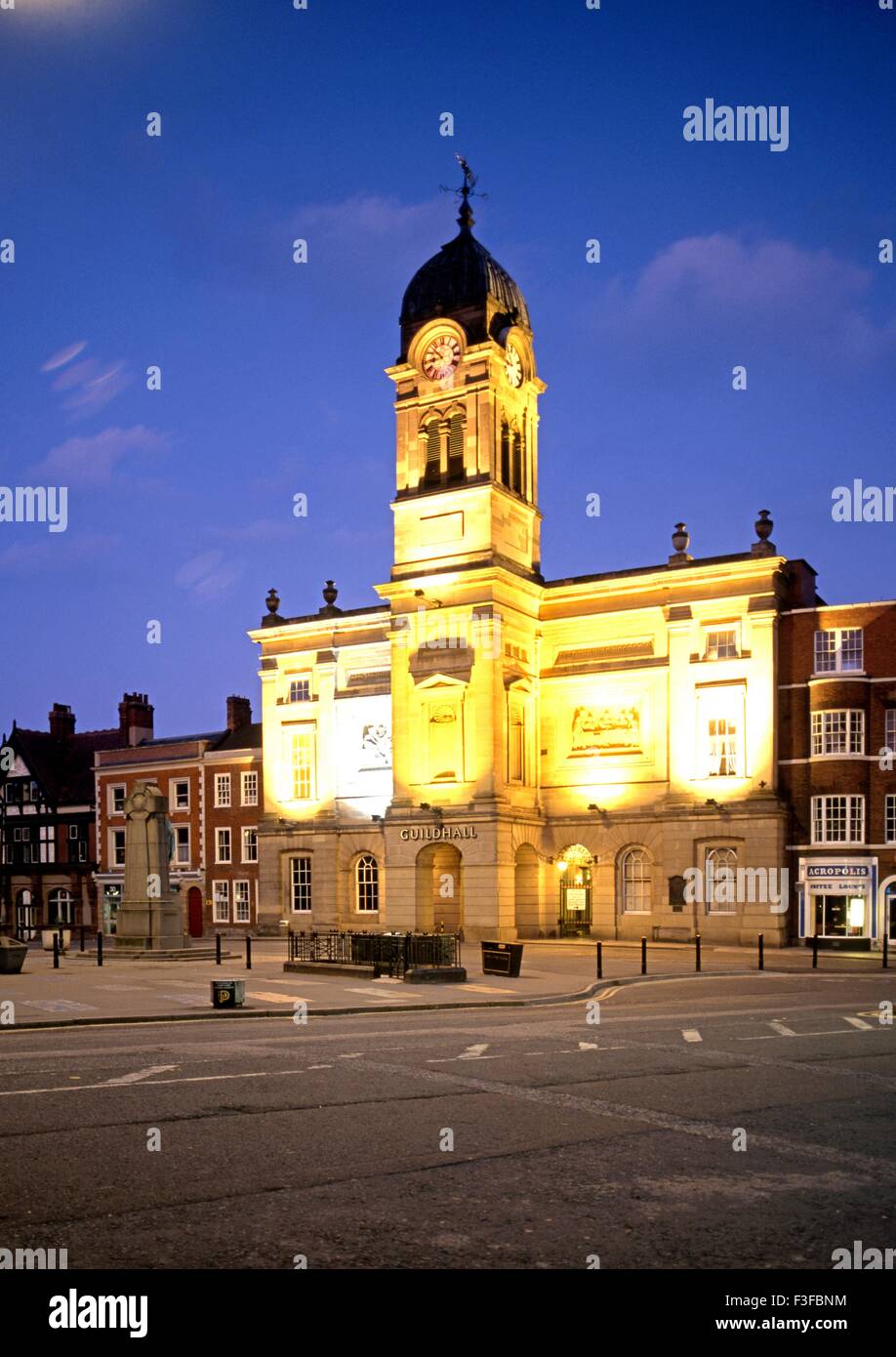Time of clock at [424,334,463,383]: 8:52
